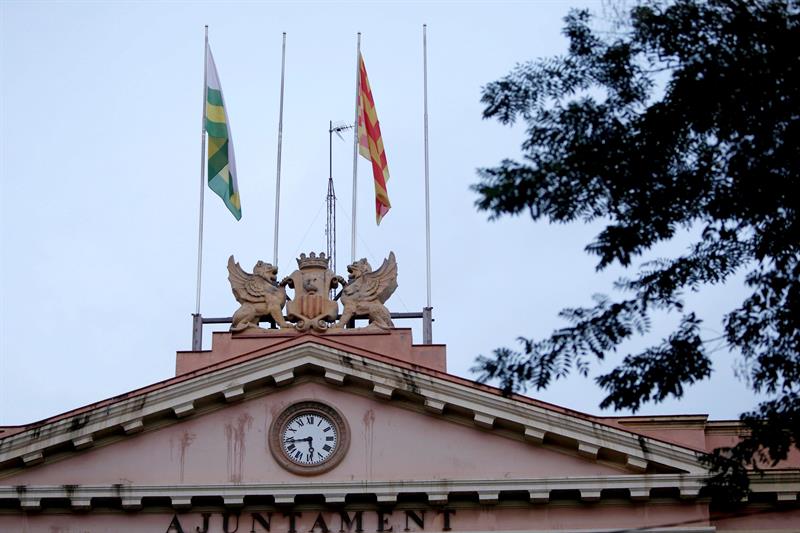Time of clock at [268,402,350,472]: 5:43
